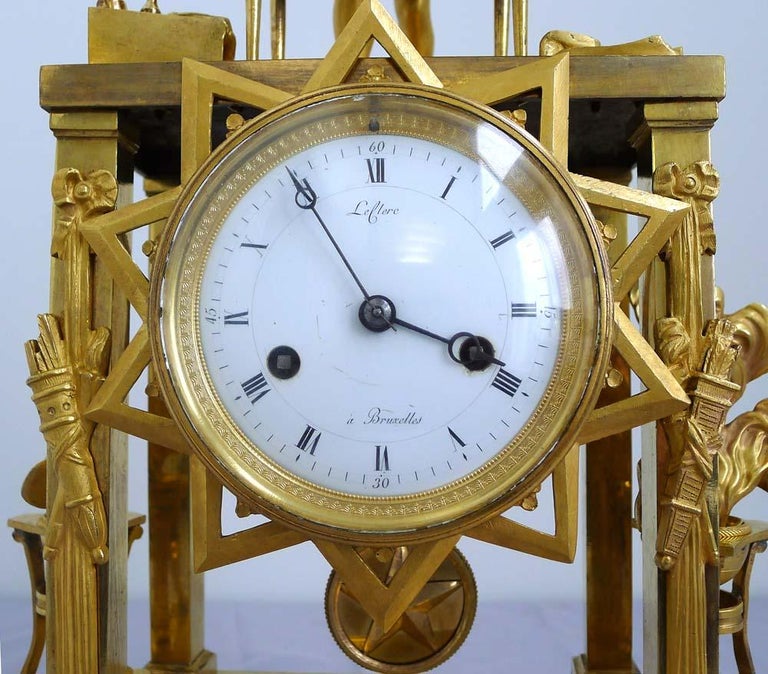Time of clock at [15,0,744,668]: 3:55
